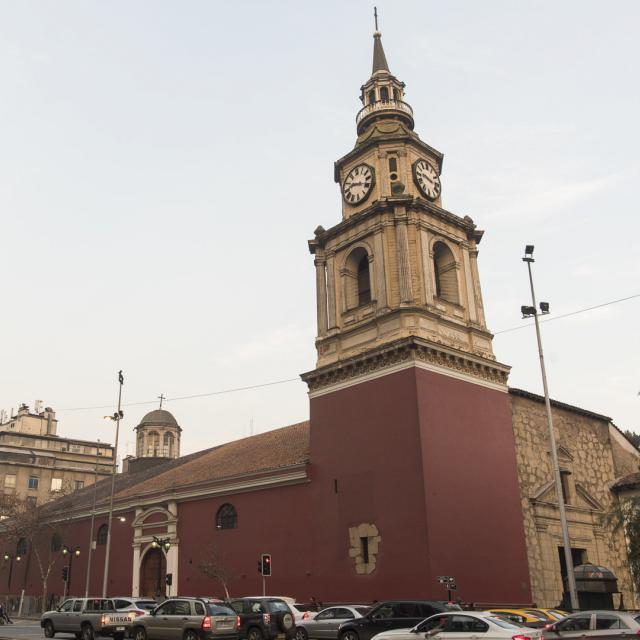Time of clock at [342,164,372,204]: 9:18
